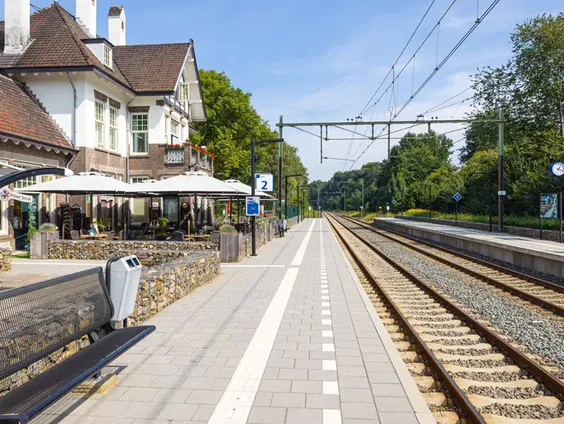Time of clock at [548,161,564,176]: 1:18
